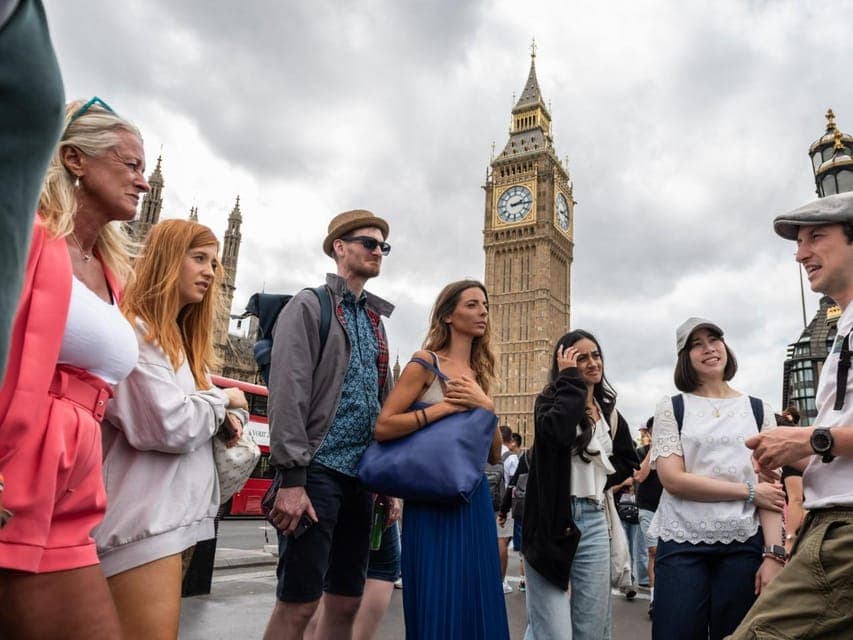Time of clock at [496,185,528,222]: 2:14
